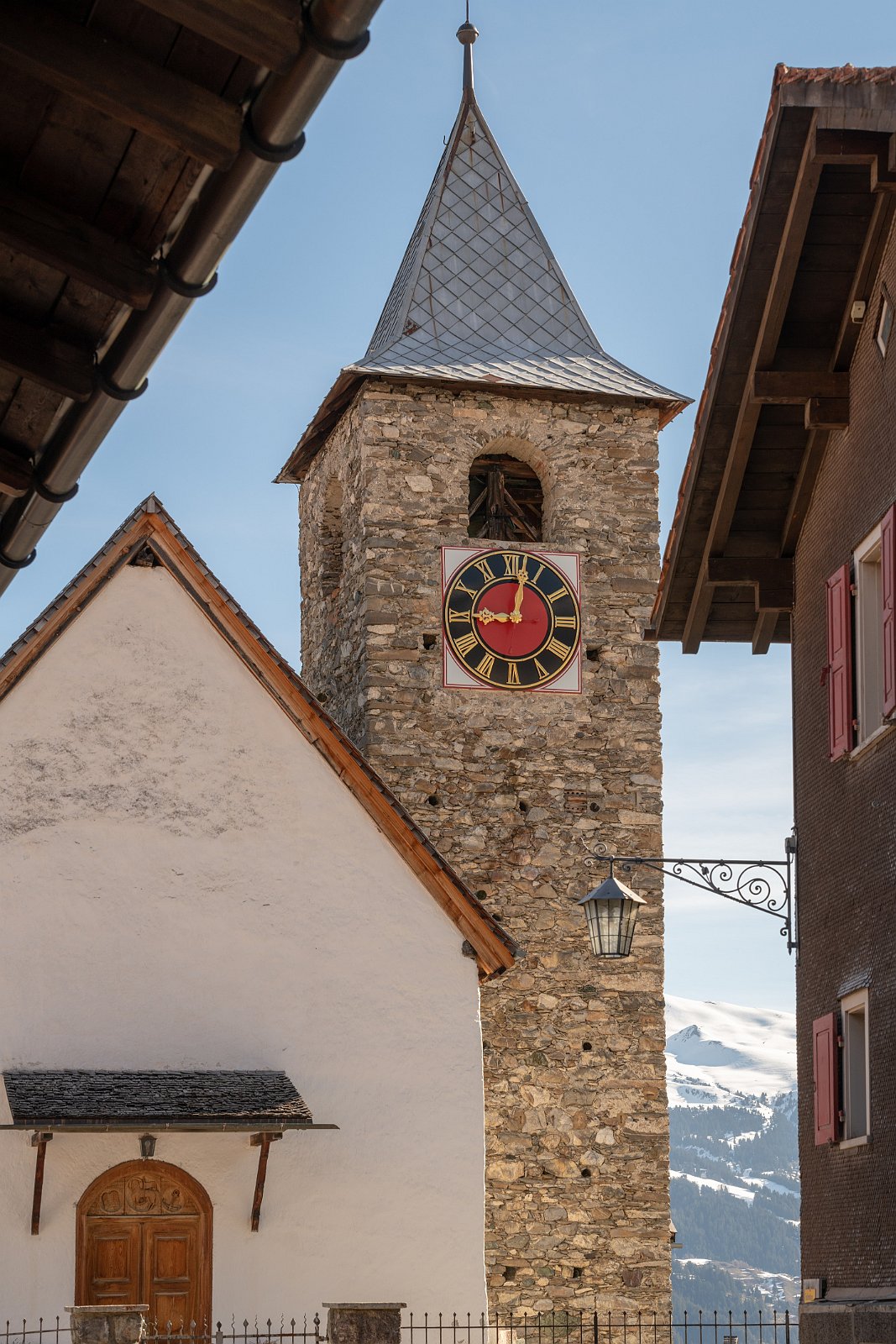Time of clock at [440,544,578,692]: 9:02
